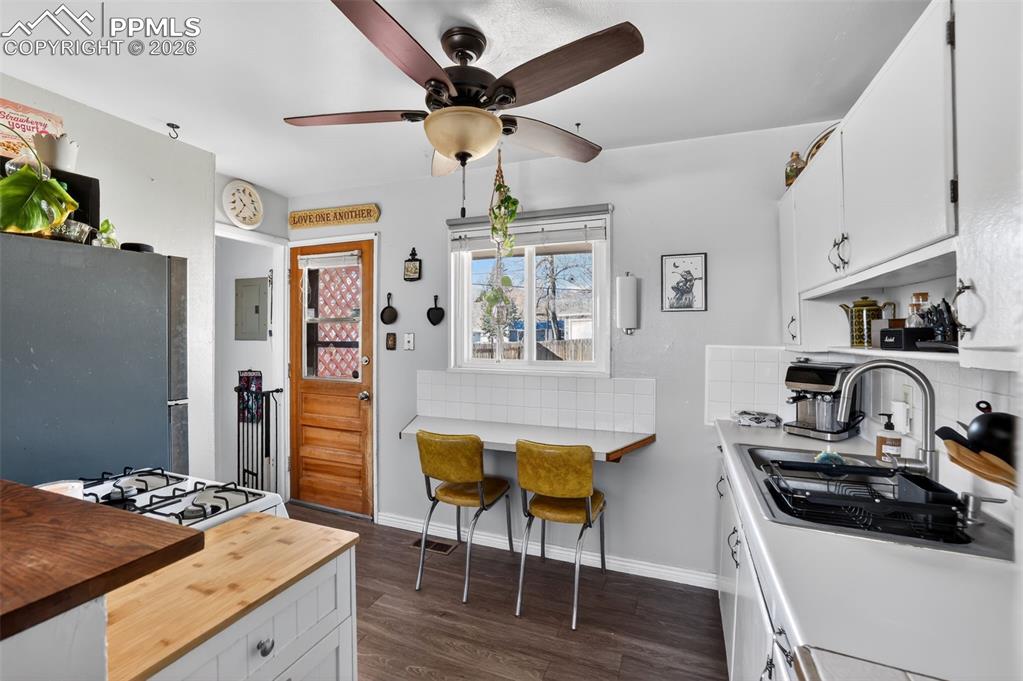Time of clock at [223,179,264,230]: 10:35
